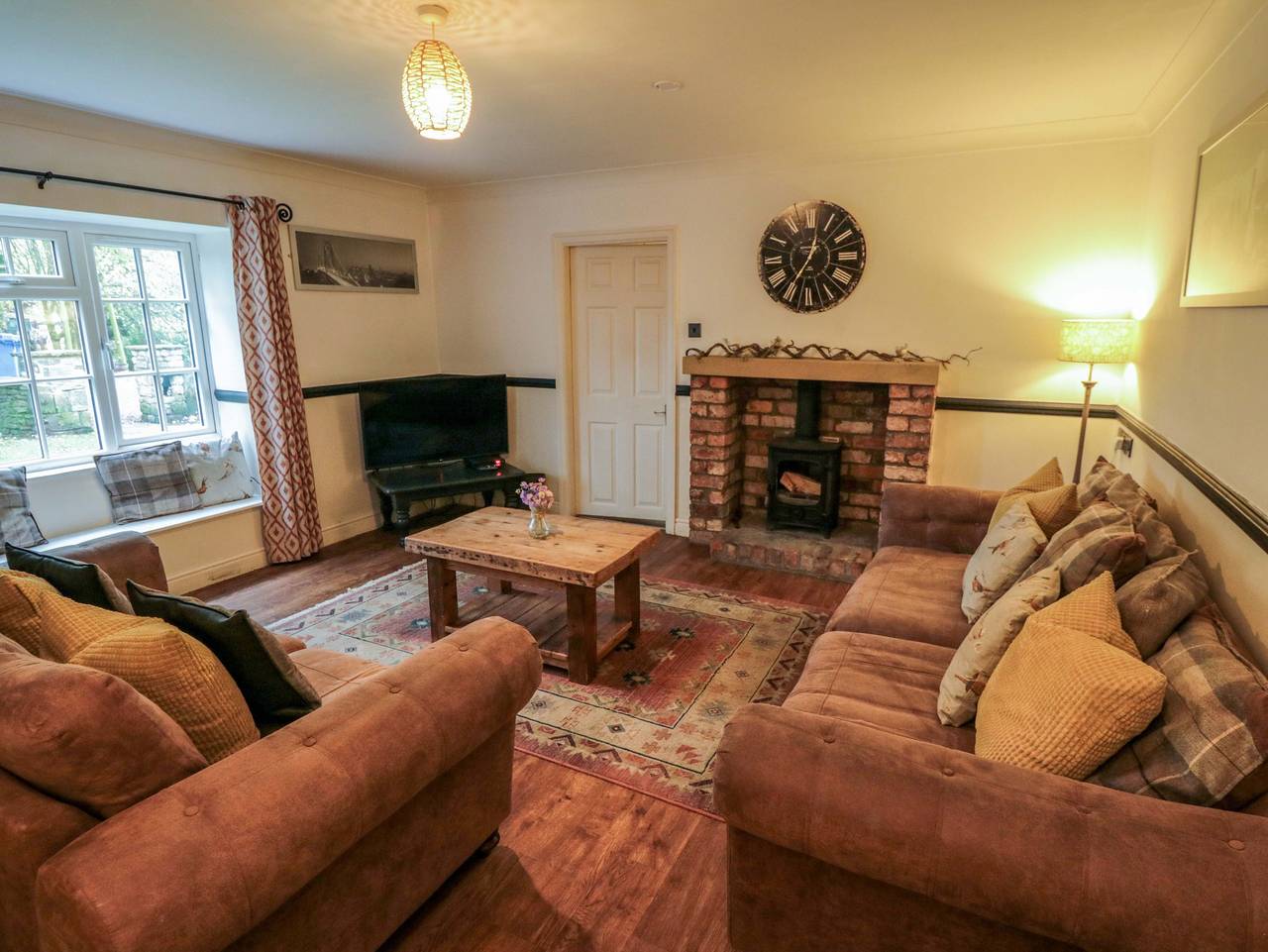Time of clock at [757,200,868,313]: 12:35
